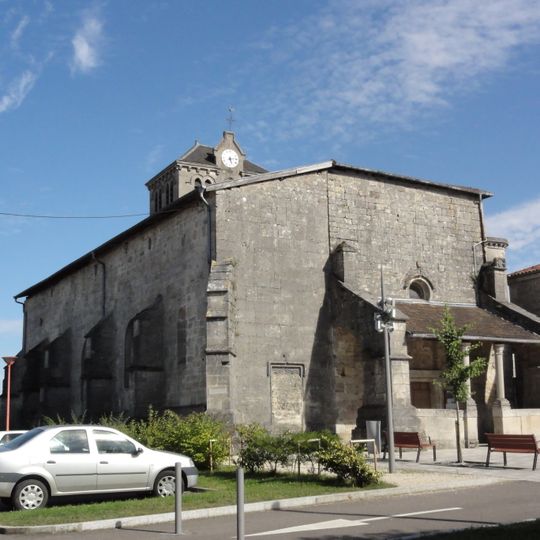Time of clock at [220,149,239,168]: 5:13
